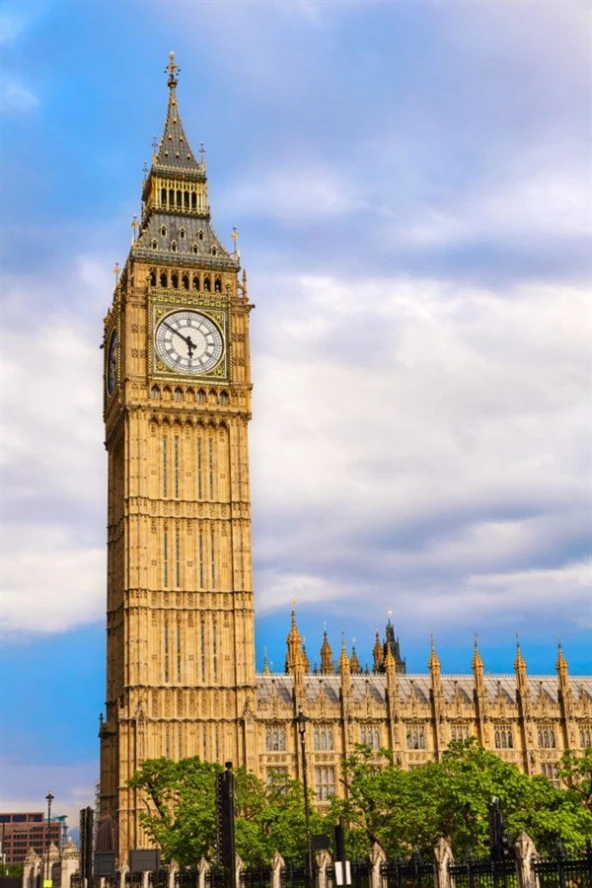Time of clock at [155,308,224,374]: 5:50
